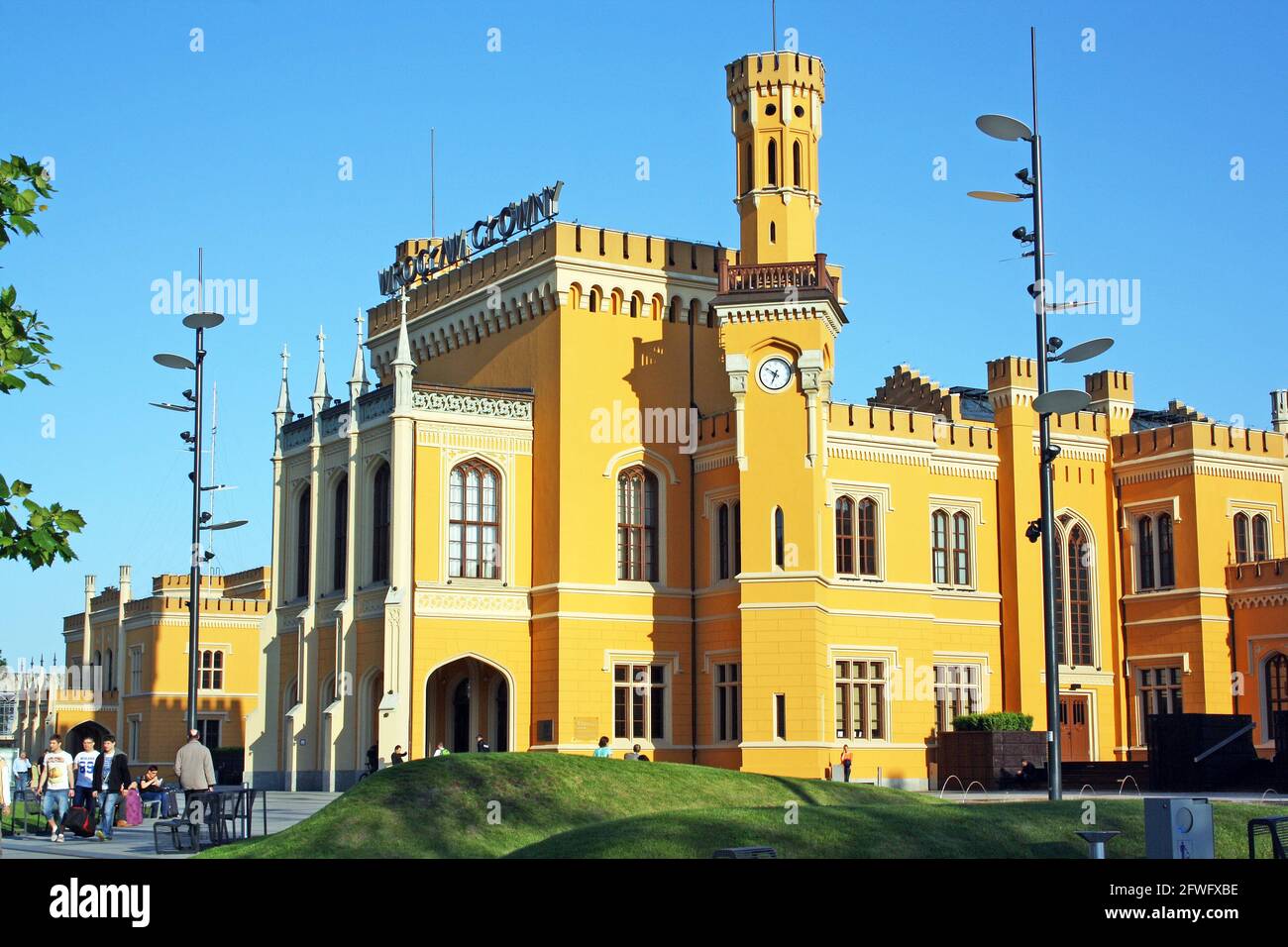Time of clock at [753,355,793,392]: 6:50
